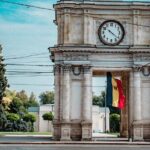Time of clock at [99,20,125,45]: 10:21
